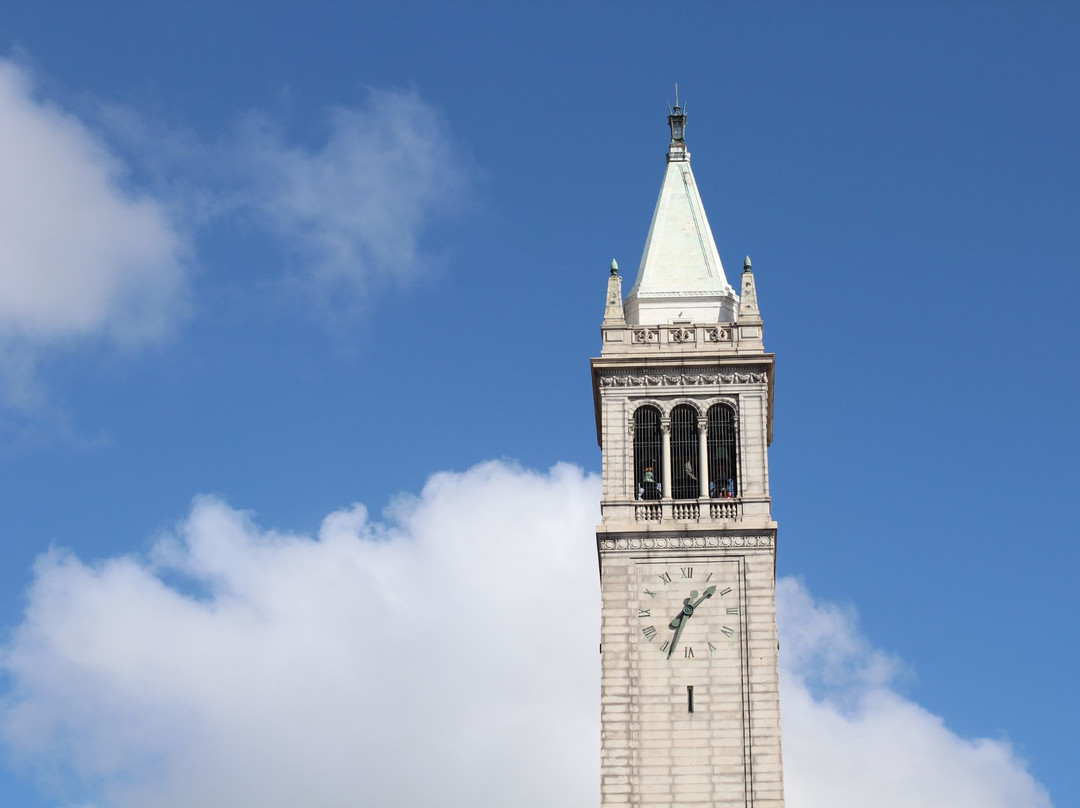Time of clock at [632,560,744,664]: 1:33
